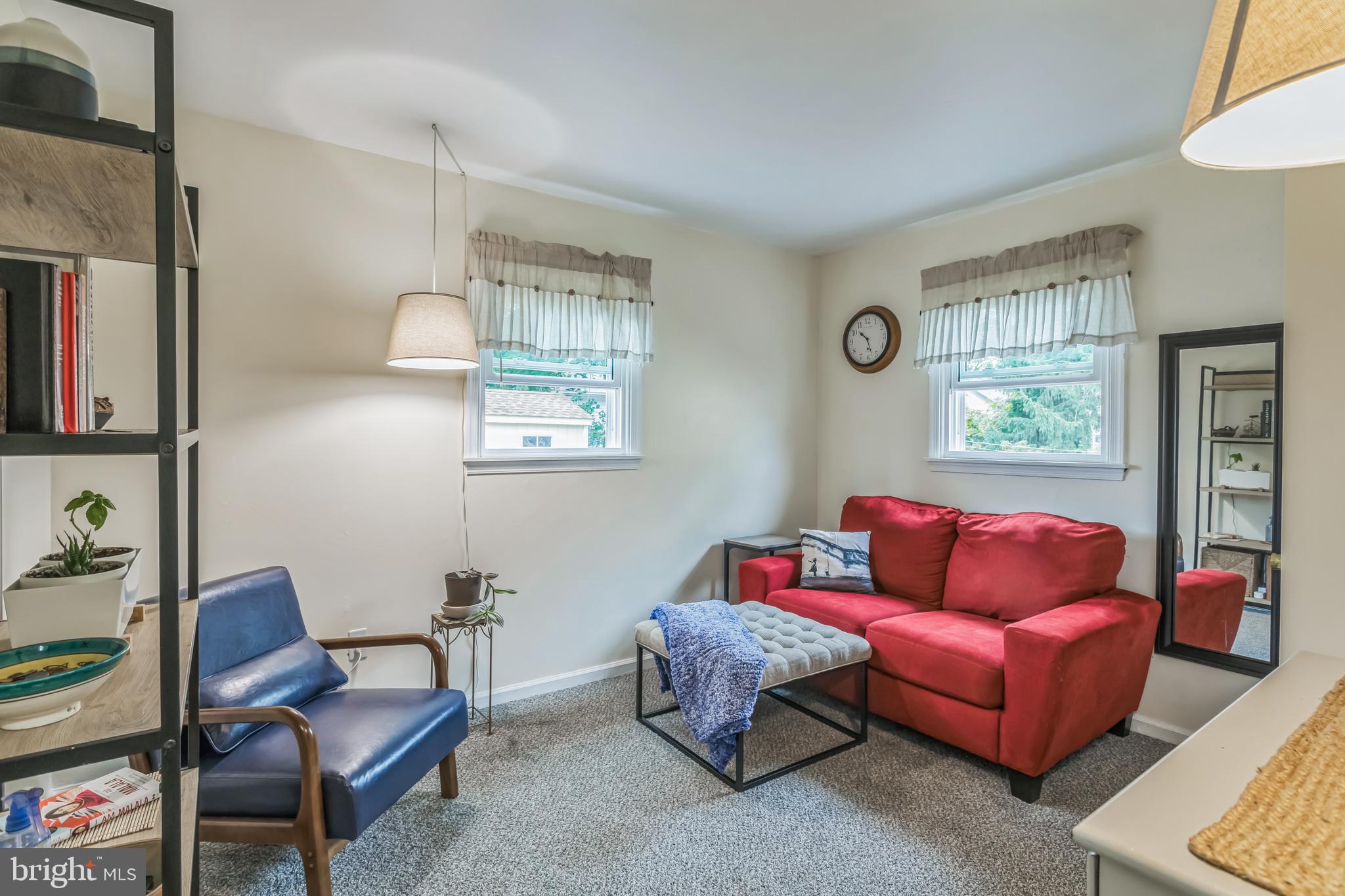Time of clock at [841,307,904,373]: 10:27
